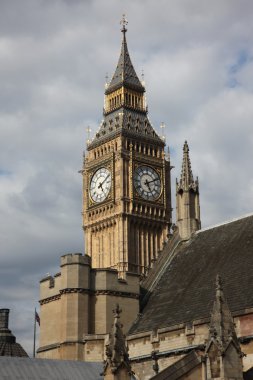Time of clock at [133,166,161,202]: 5:11
